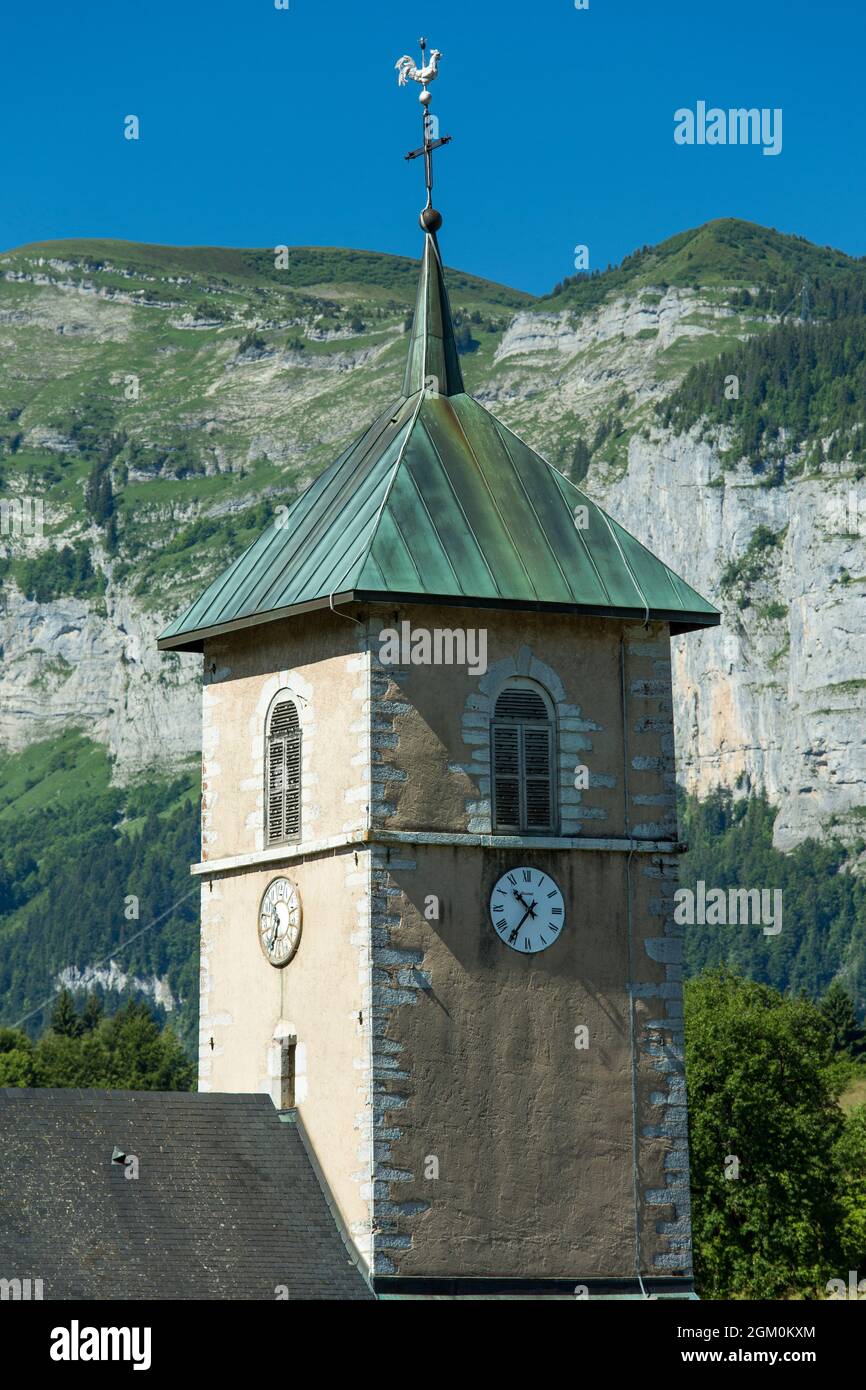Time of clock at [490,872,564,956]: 10:35
